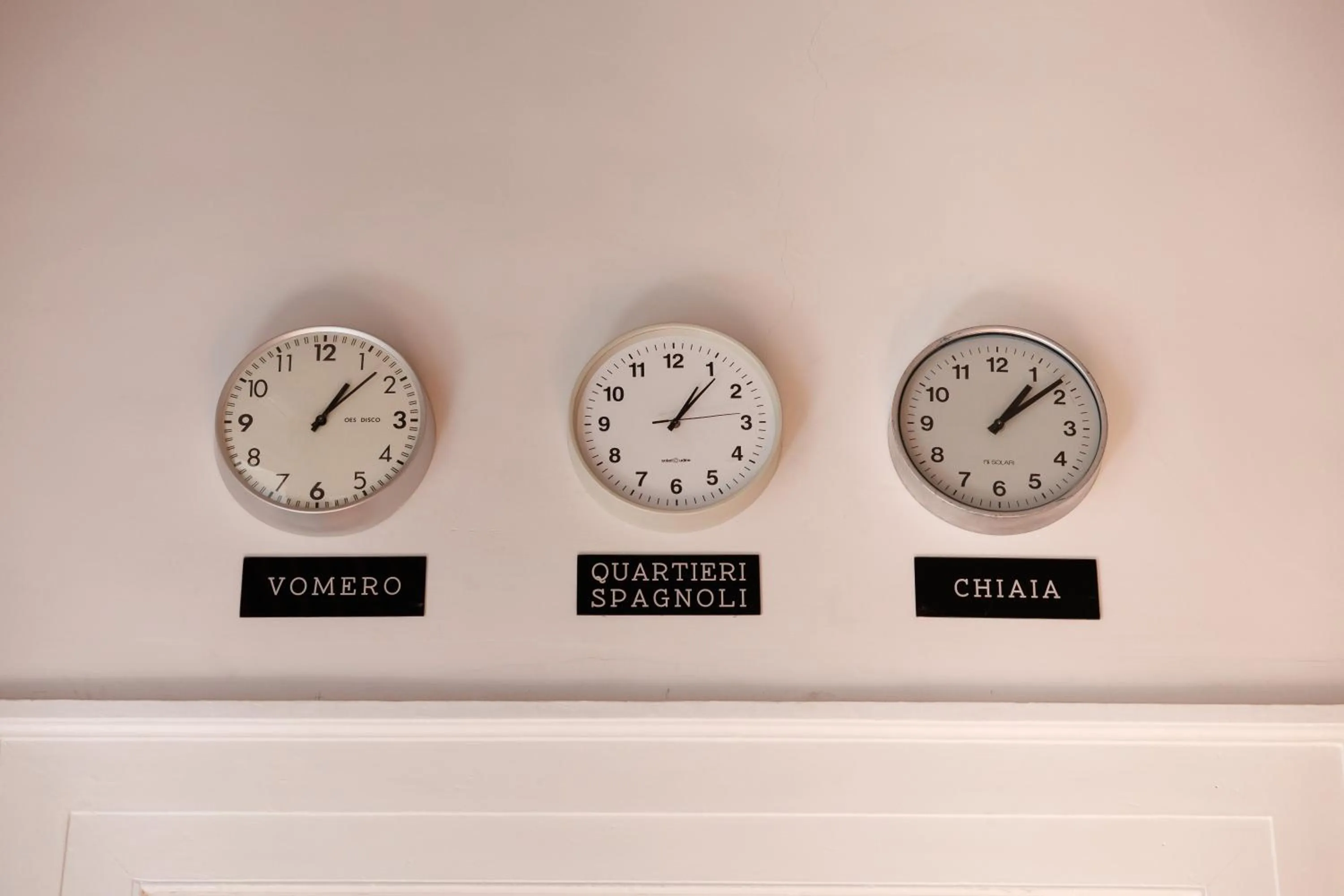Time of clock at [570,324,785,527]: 1:06
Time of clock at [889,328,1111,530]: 1:08
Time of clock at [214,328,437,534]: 1:07
